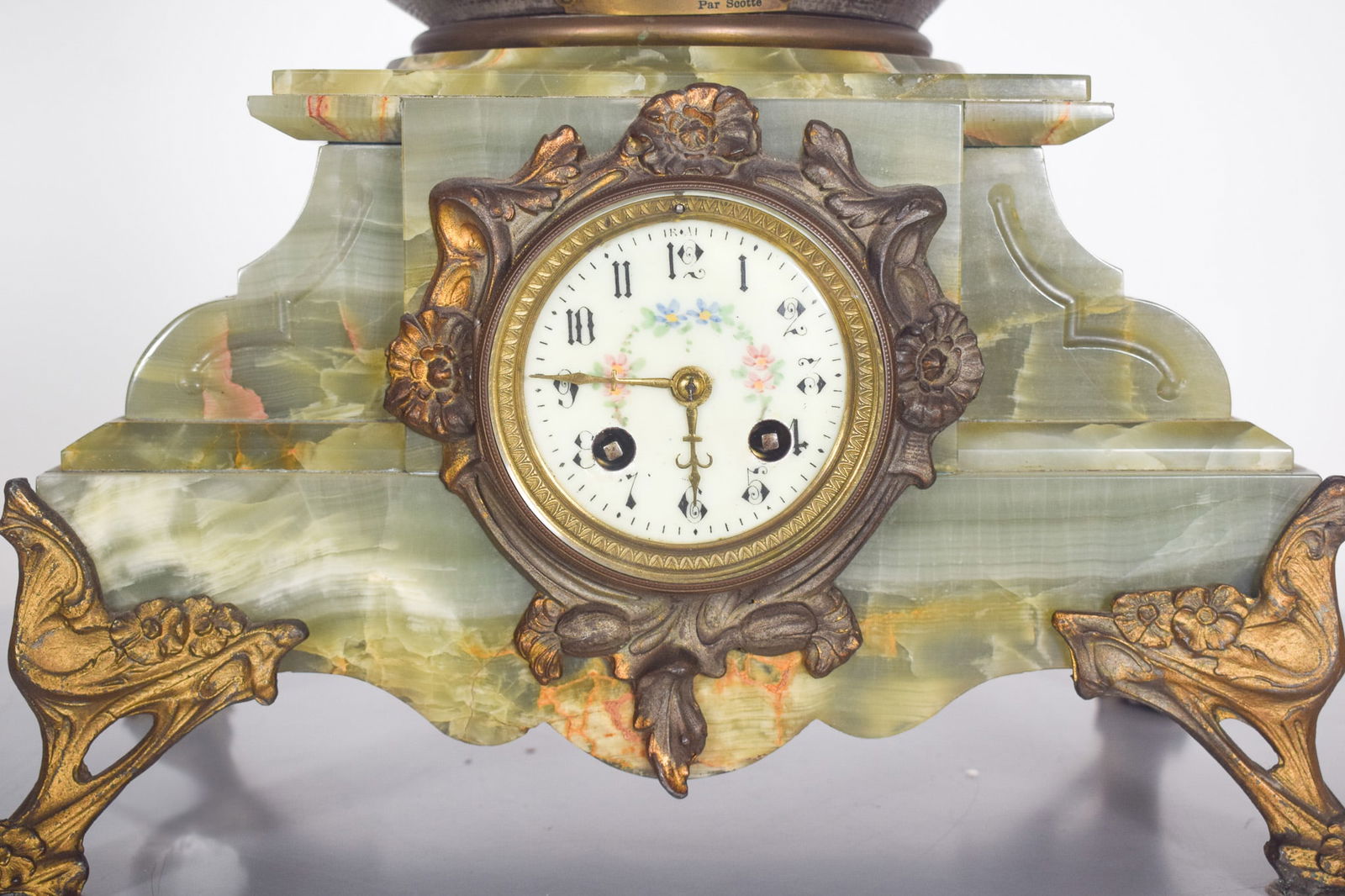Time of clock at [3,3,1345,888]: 5:45
